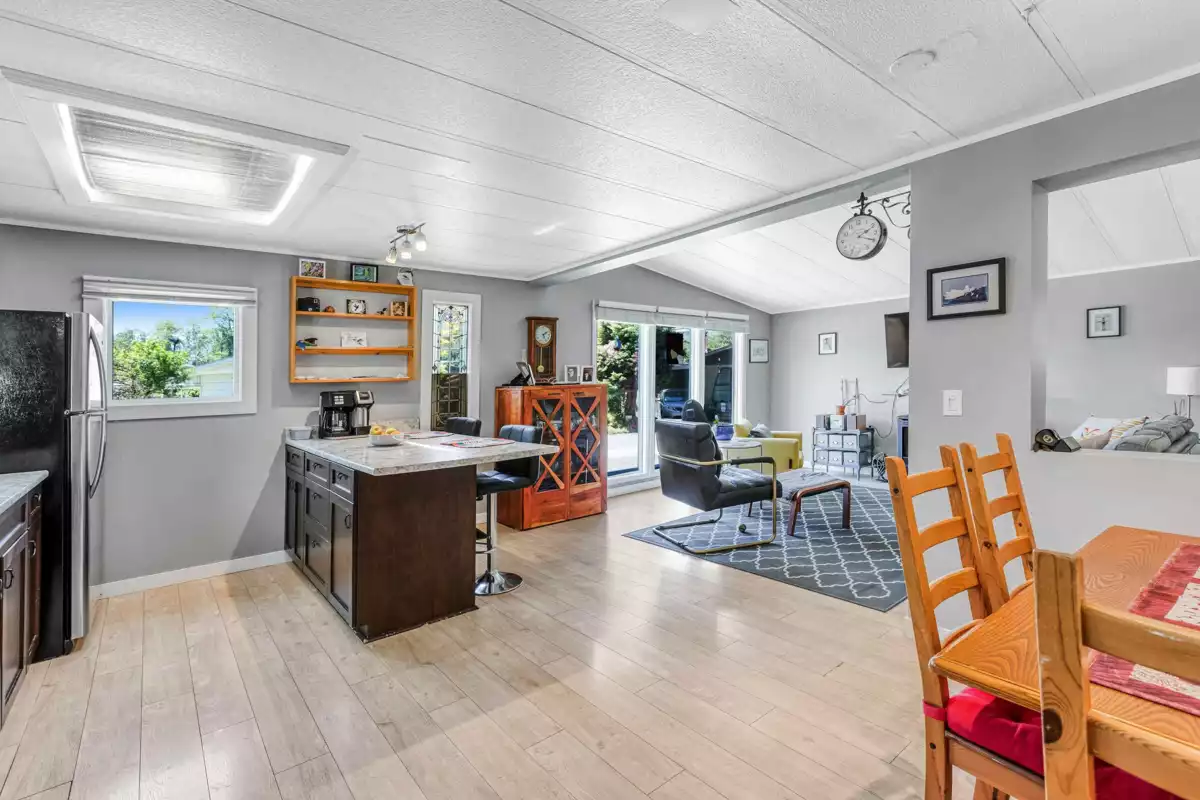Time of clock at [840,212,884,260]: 2:19
